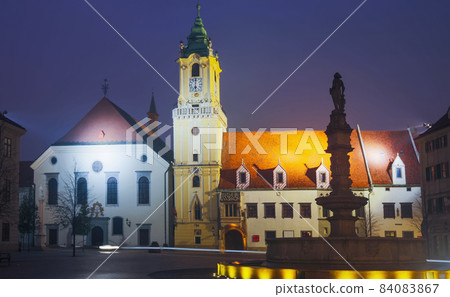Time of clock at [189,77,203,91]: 6:00
